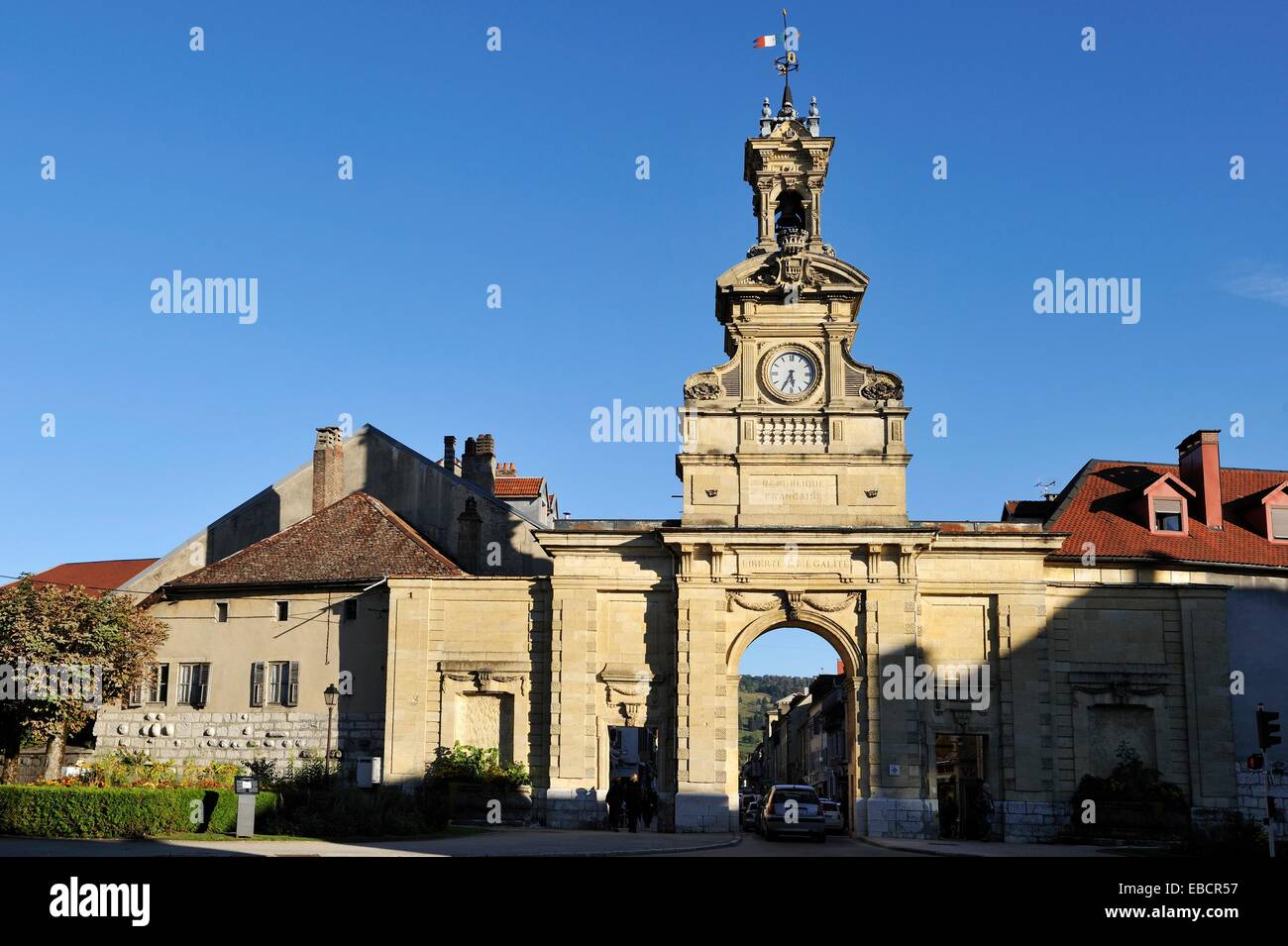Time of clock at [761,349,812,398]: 5:34
